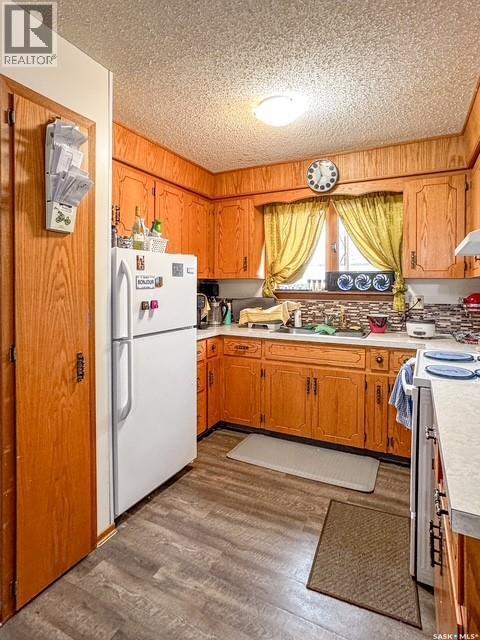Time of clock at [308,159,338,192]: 6:58
